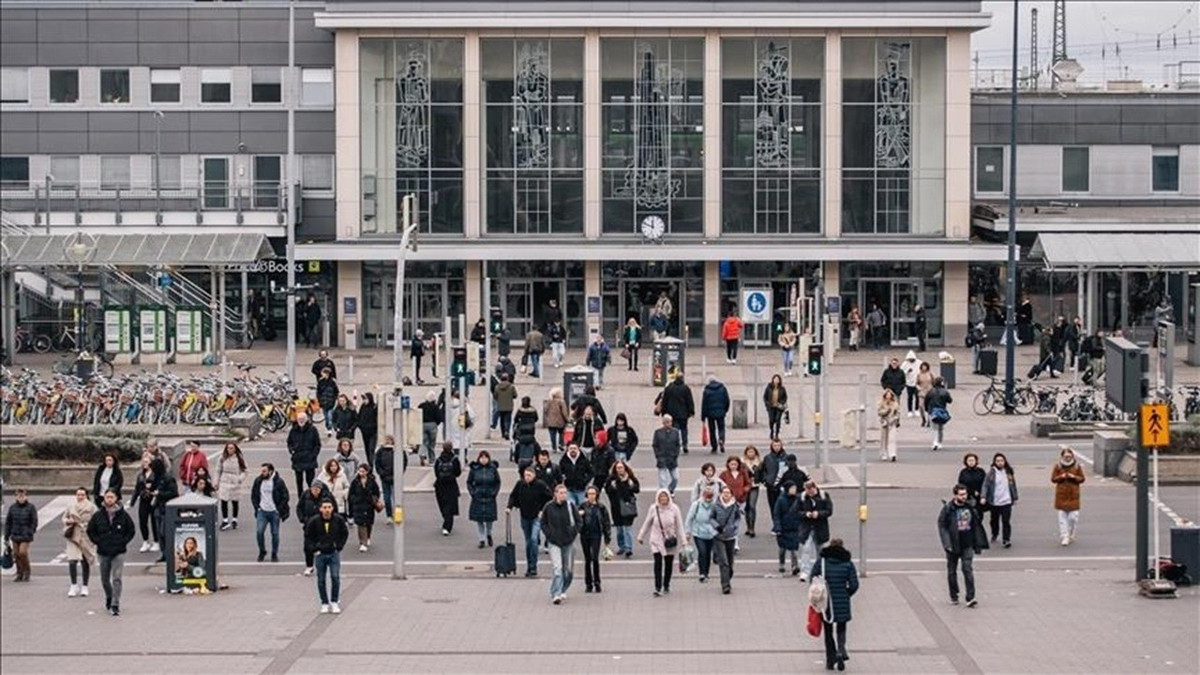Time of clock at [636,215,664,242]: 11:48
